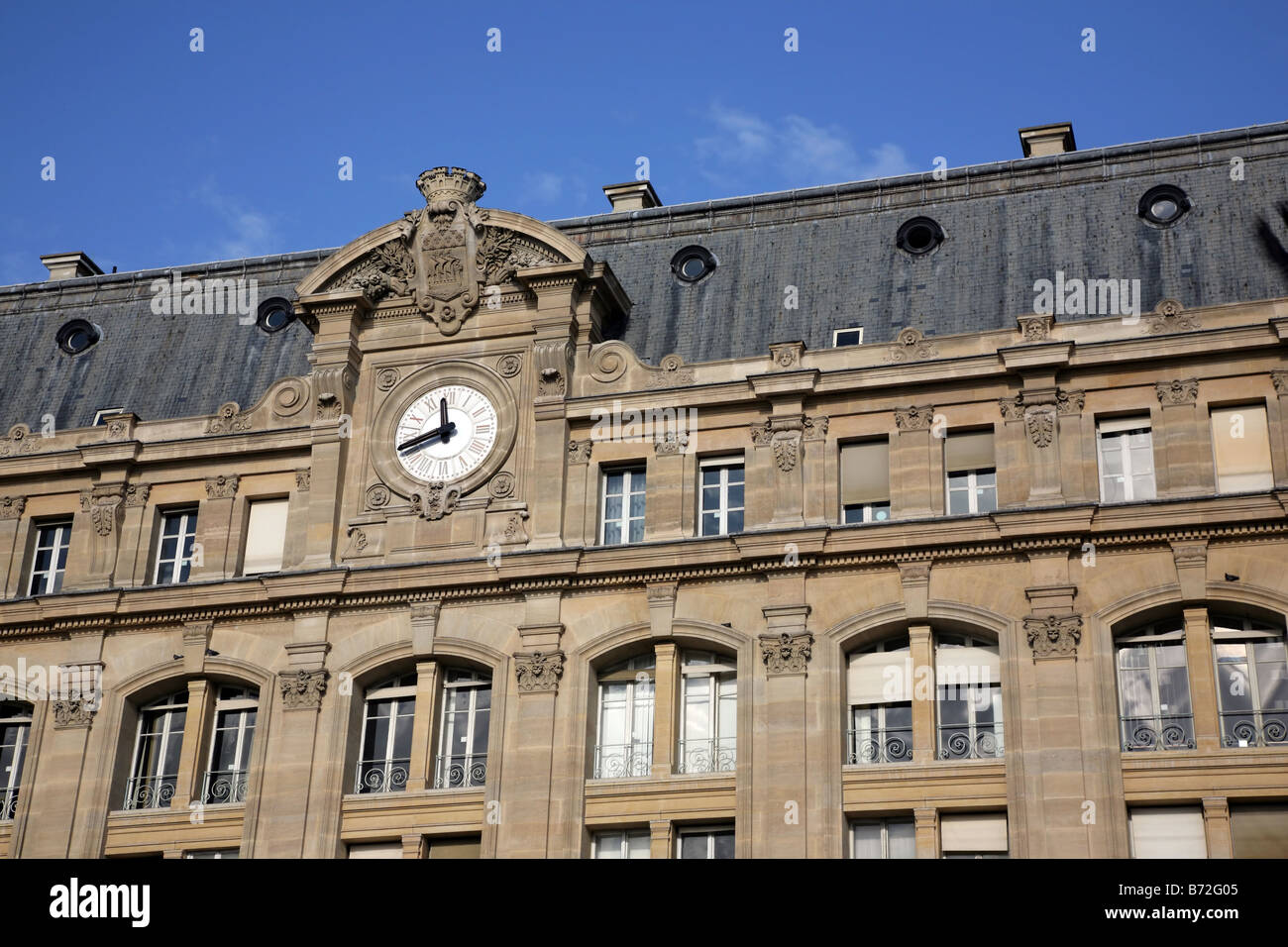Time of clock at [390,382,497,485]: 11:41
